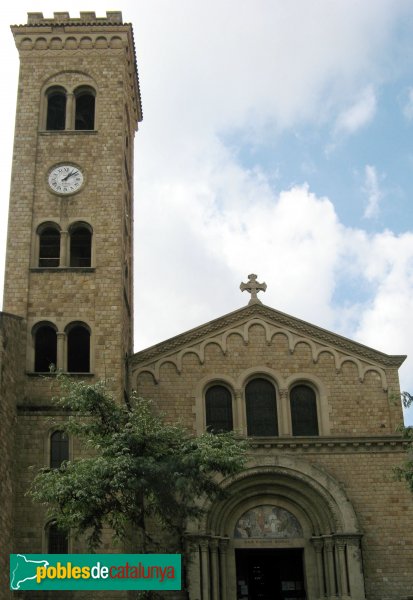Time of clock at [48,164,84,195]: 1:08
